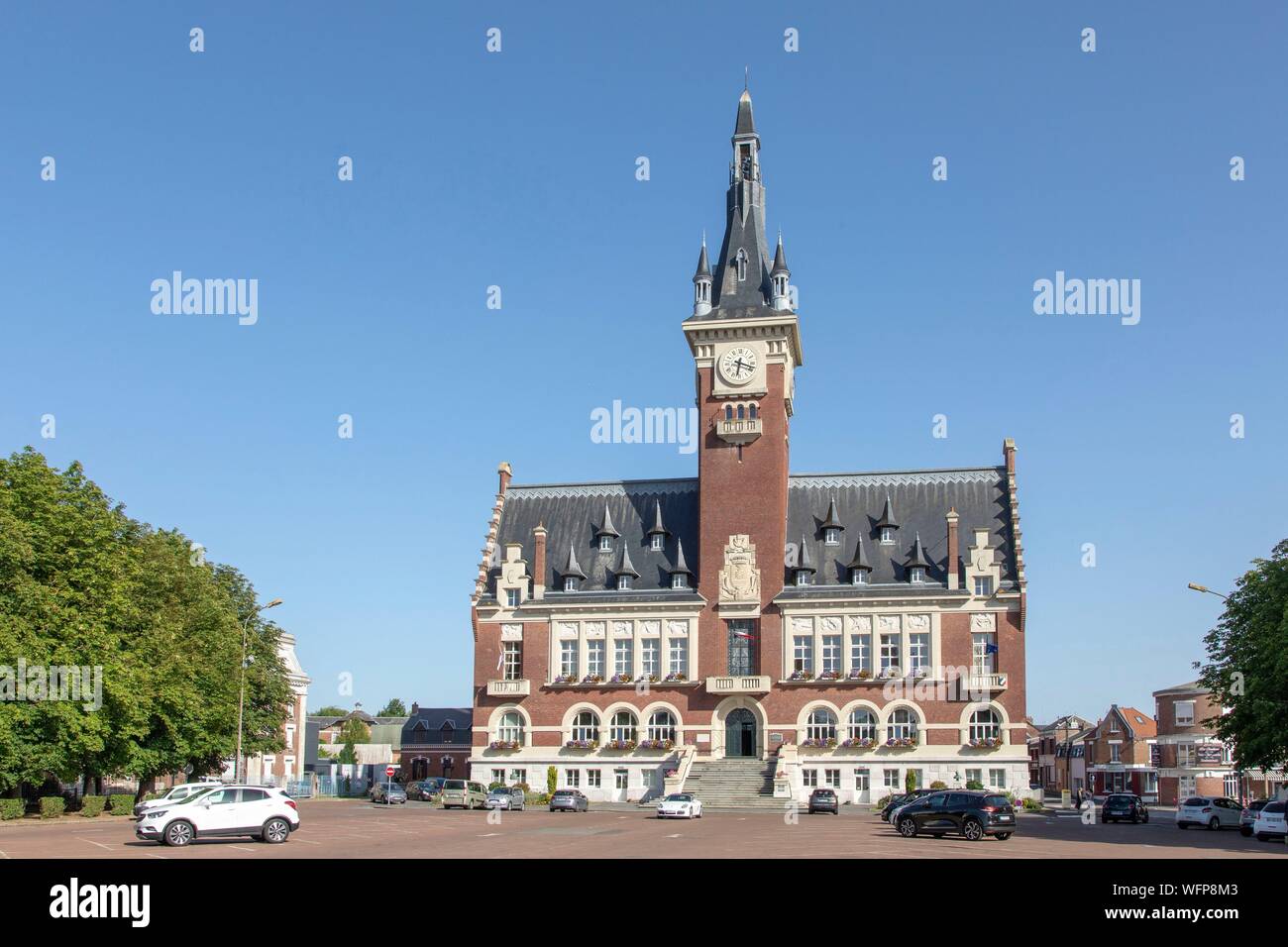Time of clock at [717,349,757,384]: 6:18
